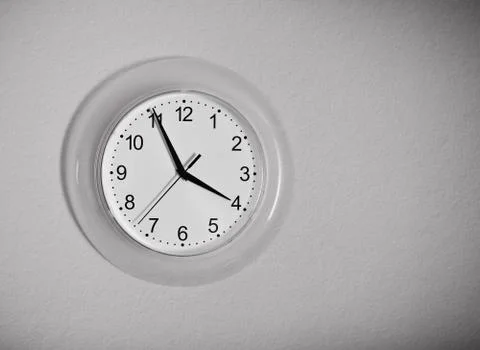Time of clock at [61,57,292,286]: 3:55
